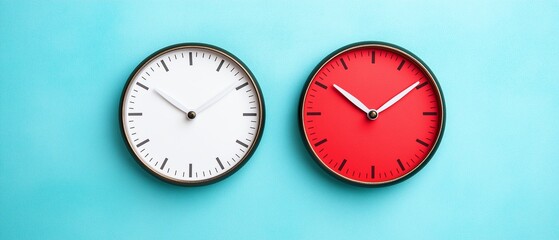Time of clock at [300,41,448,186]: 10:09
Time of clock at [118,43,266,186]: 10:09
